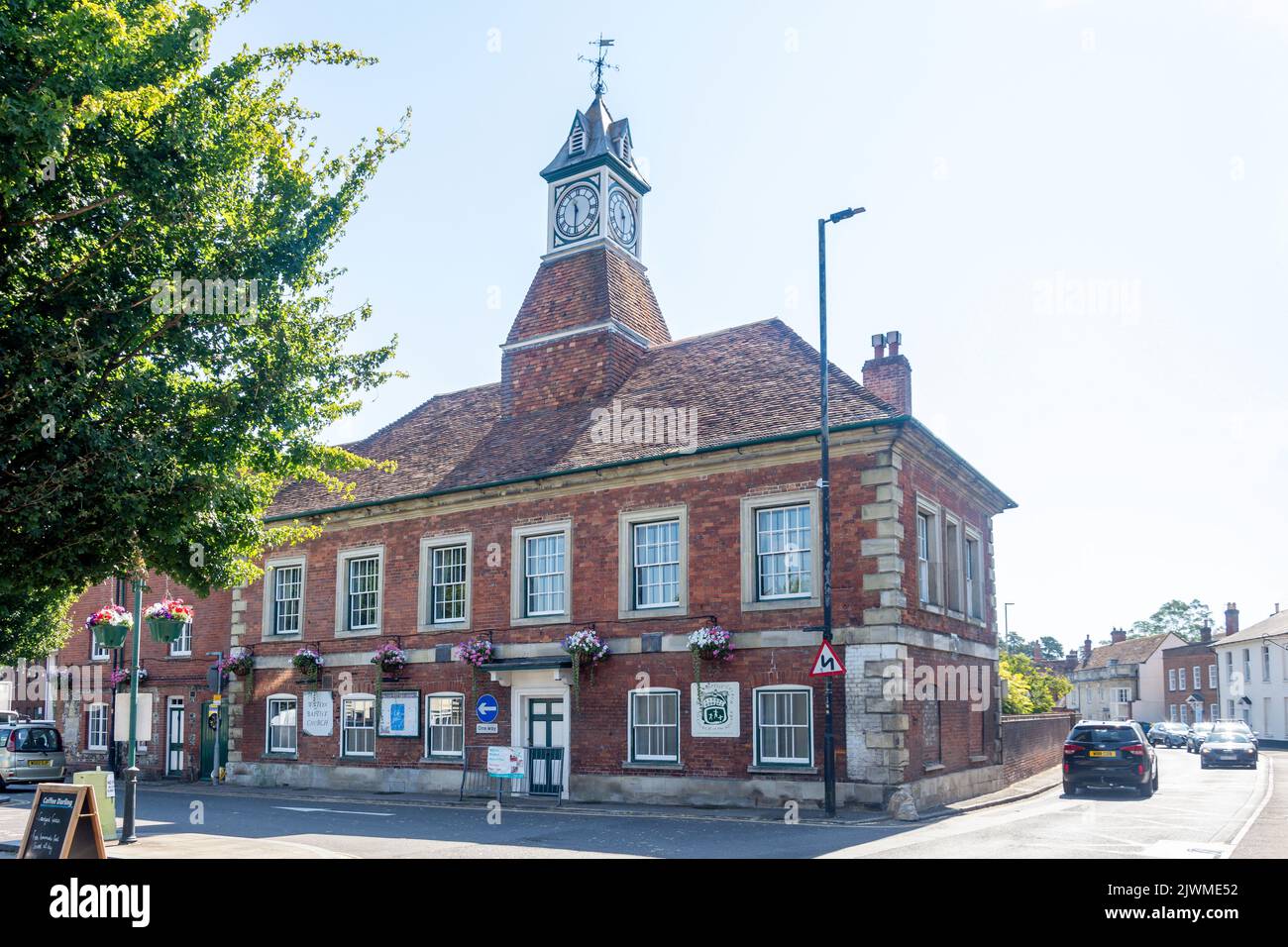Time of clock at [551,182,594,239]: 11:30
